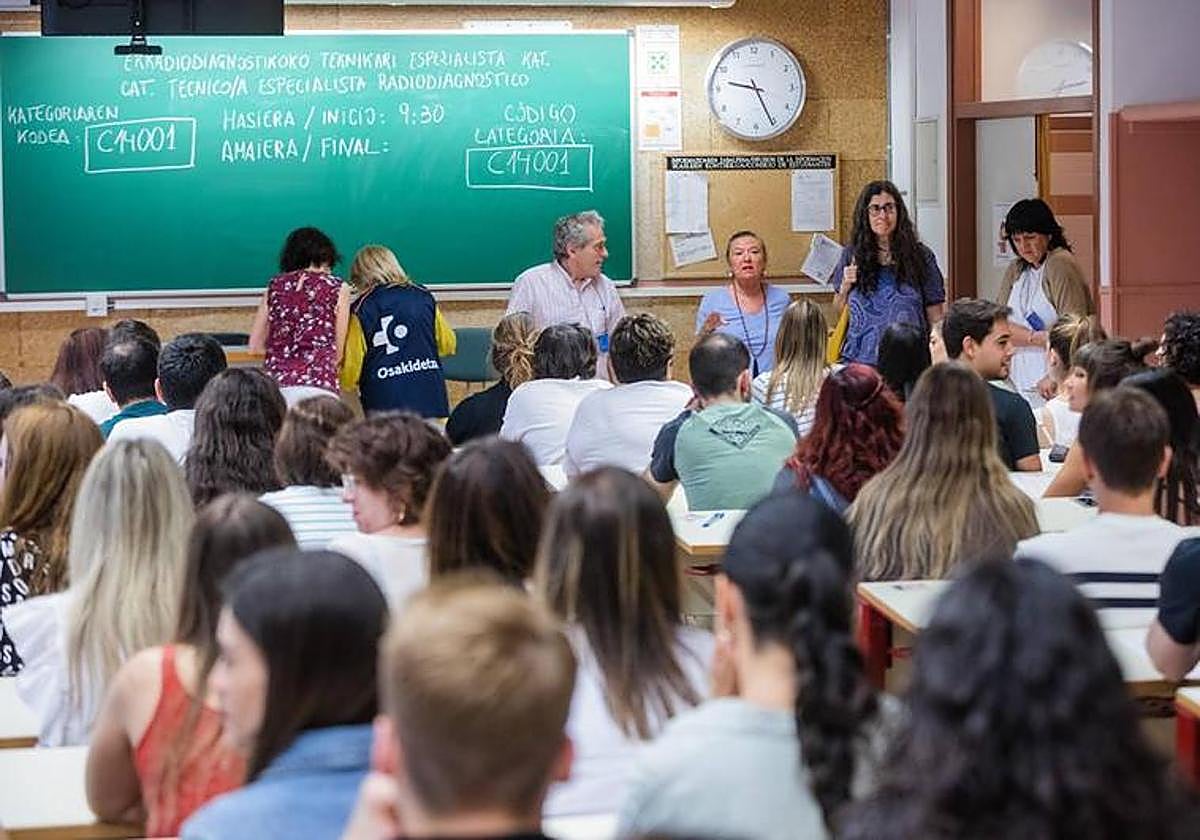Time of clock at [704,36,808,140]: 9:26
